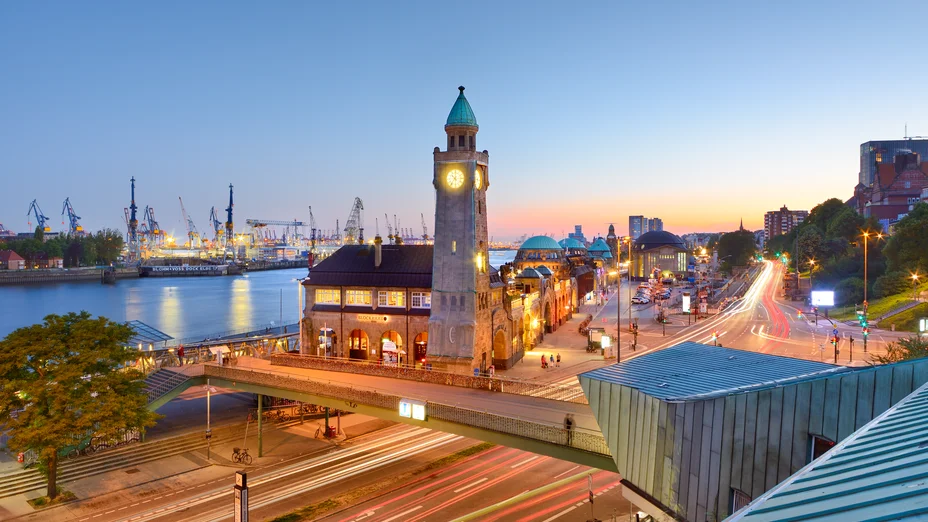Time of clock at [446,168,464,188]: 10:36
